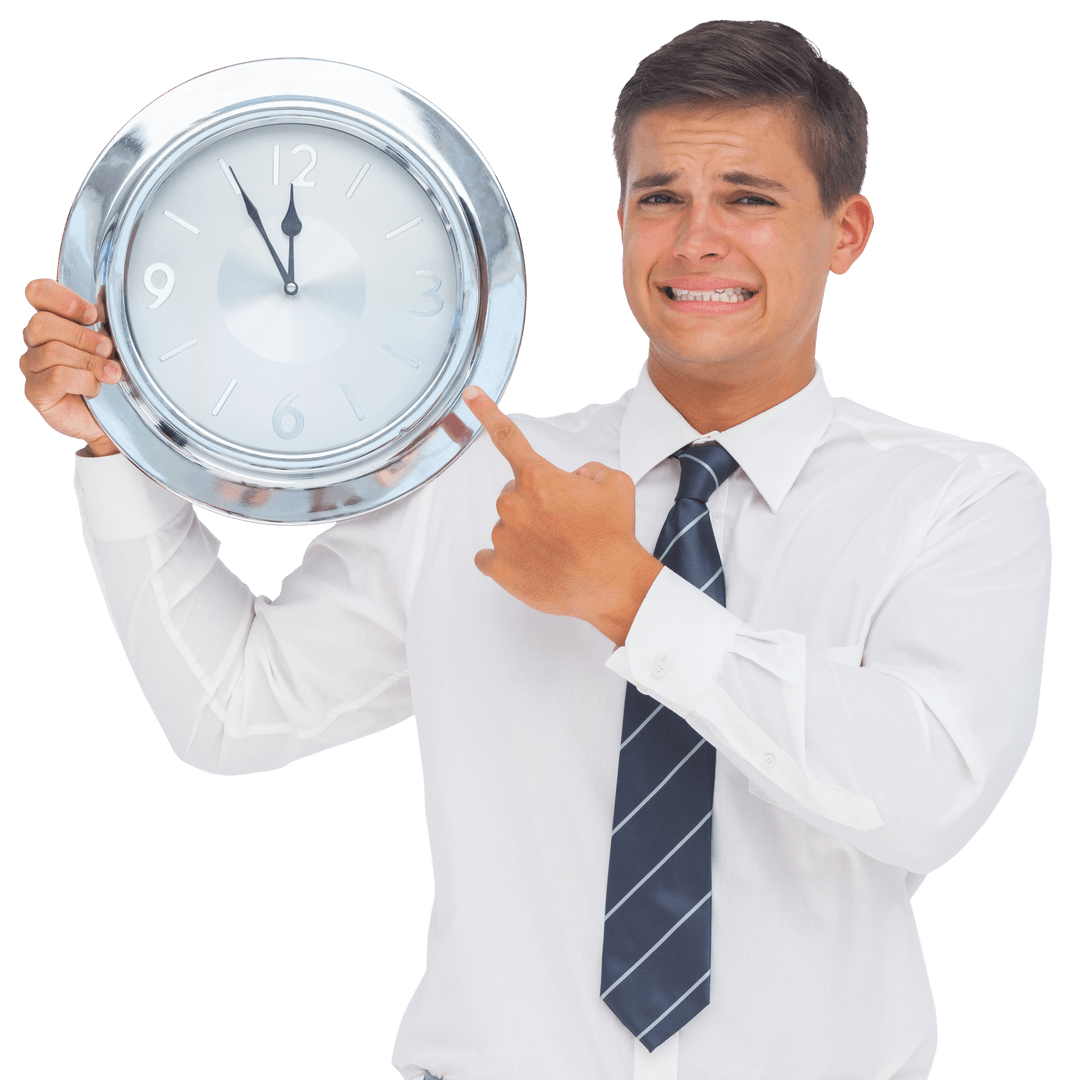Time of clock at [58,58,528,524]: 11:55
